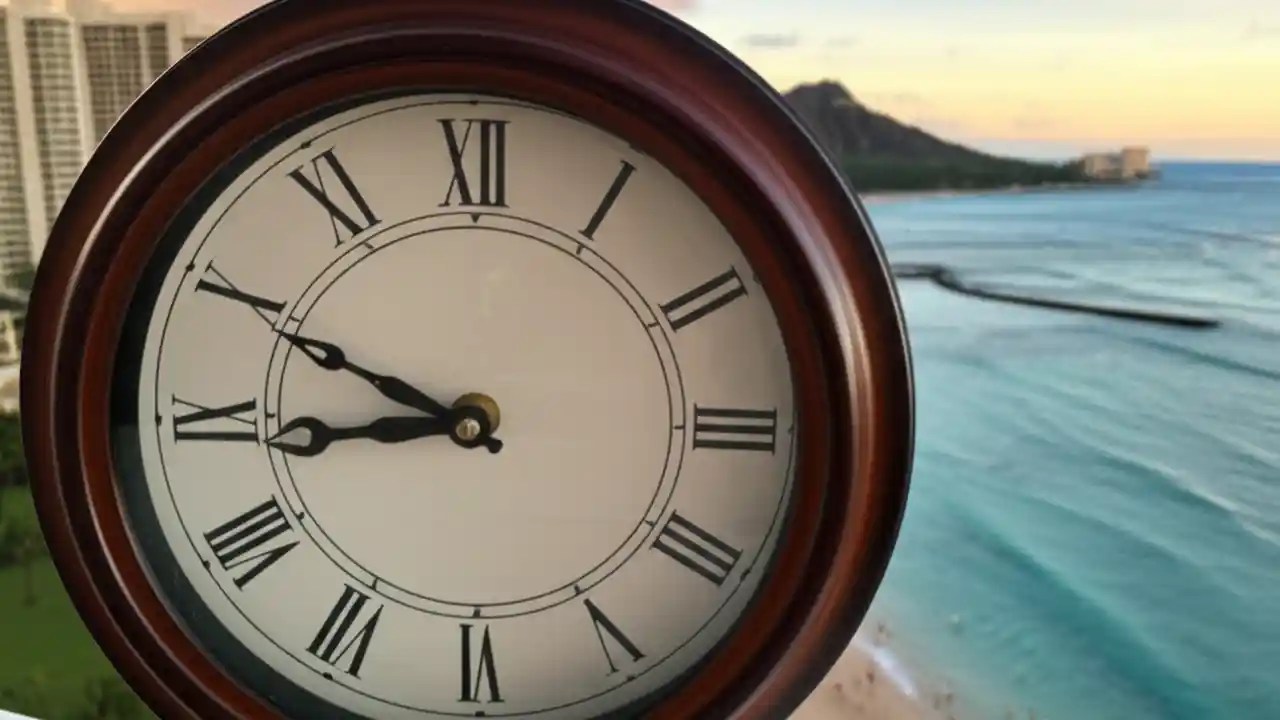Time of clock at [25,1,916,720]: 8:49
